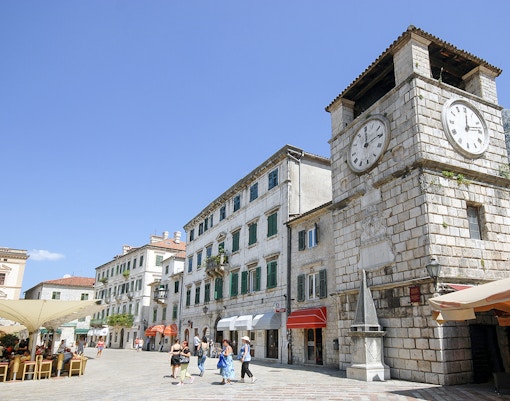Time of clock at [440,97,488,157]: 12:12
